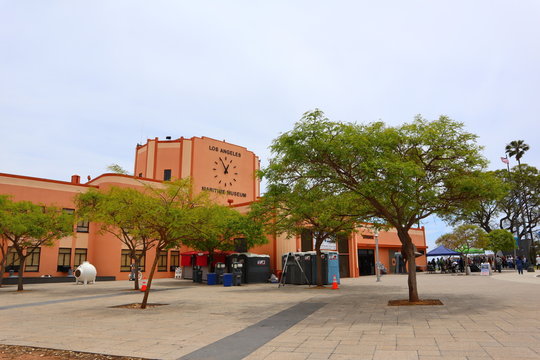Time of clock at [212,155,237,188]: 12:55
